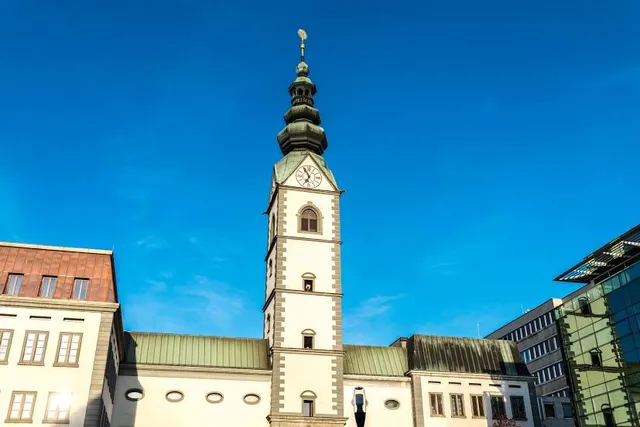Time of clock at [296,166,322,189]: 6:54
